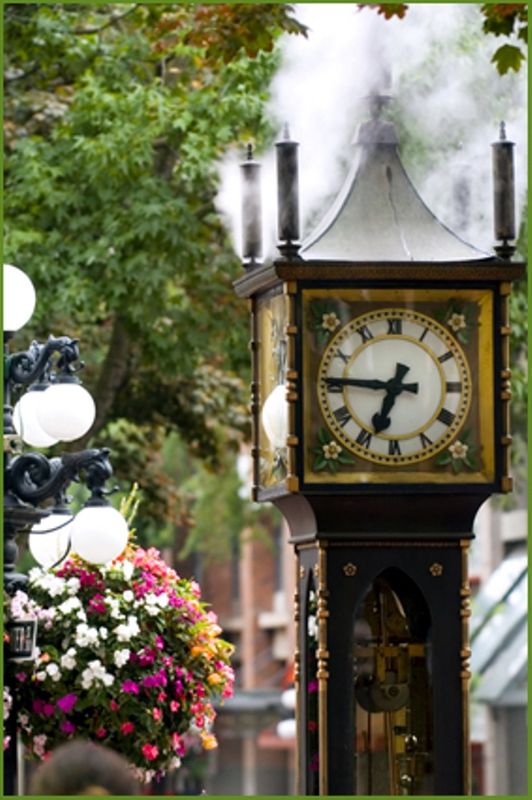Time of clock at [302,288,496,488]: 6:45
